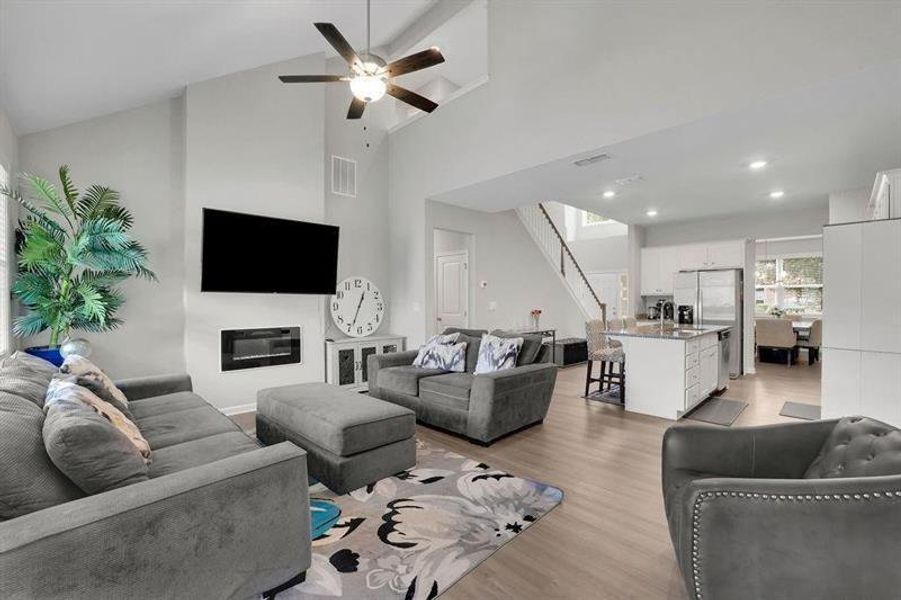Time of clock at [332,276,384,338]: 12:33
